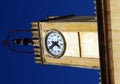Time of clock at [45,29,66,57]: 3:39
